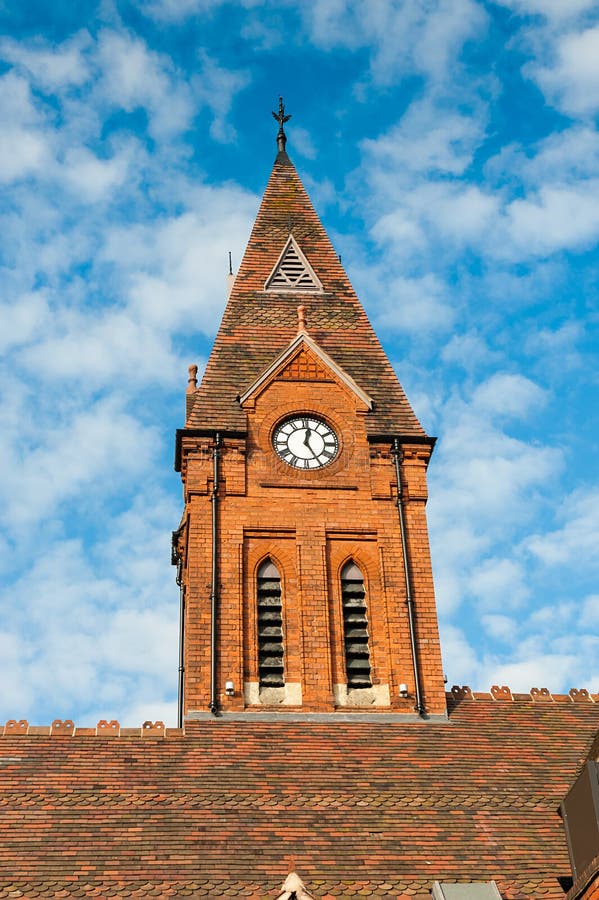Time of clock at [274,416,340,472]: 12:24
